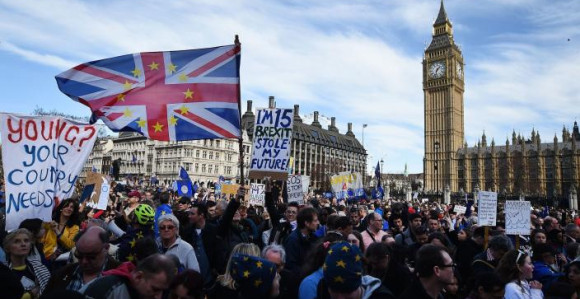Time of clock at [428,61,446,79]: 1:32
